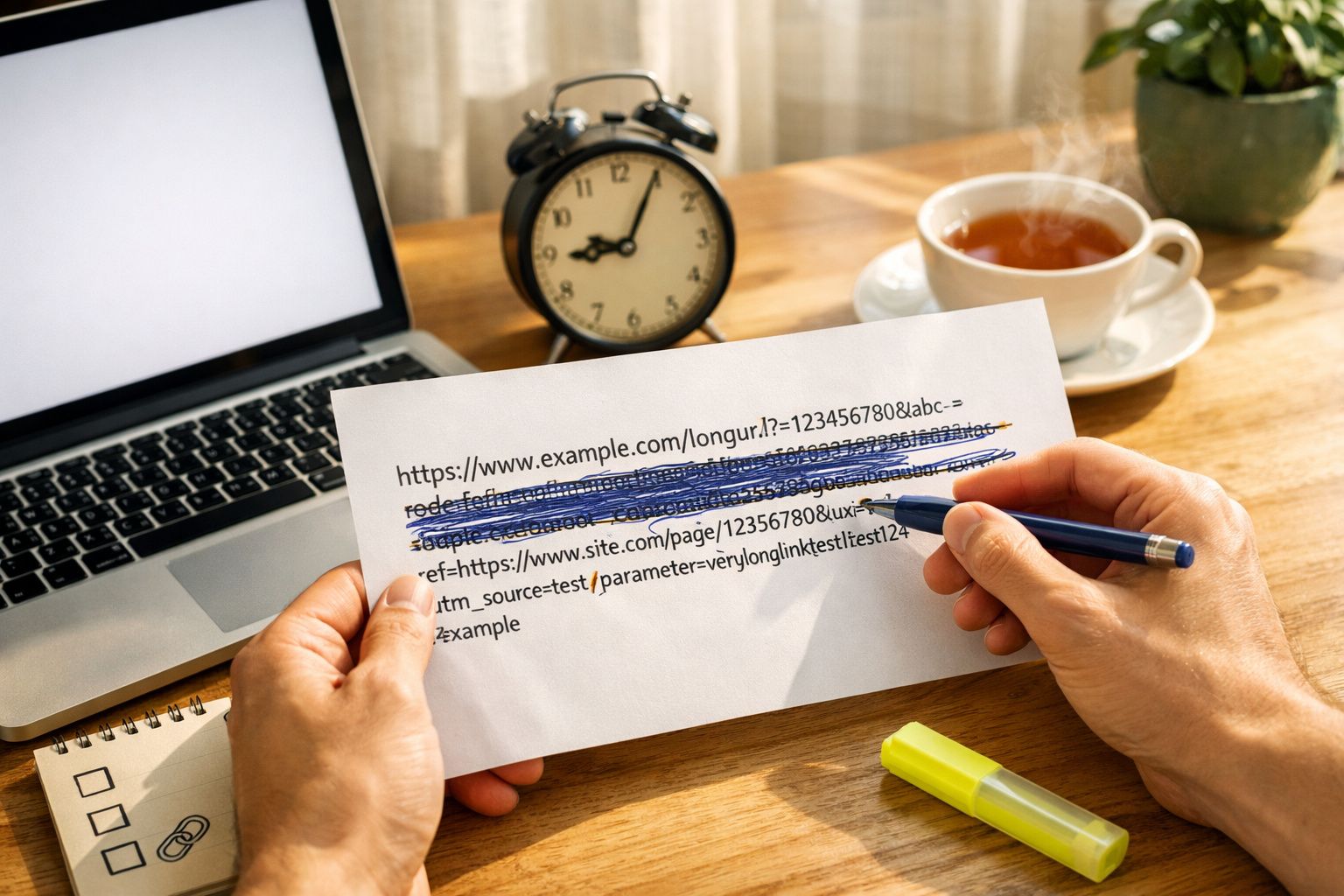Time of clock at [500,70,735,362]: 9:04
